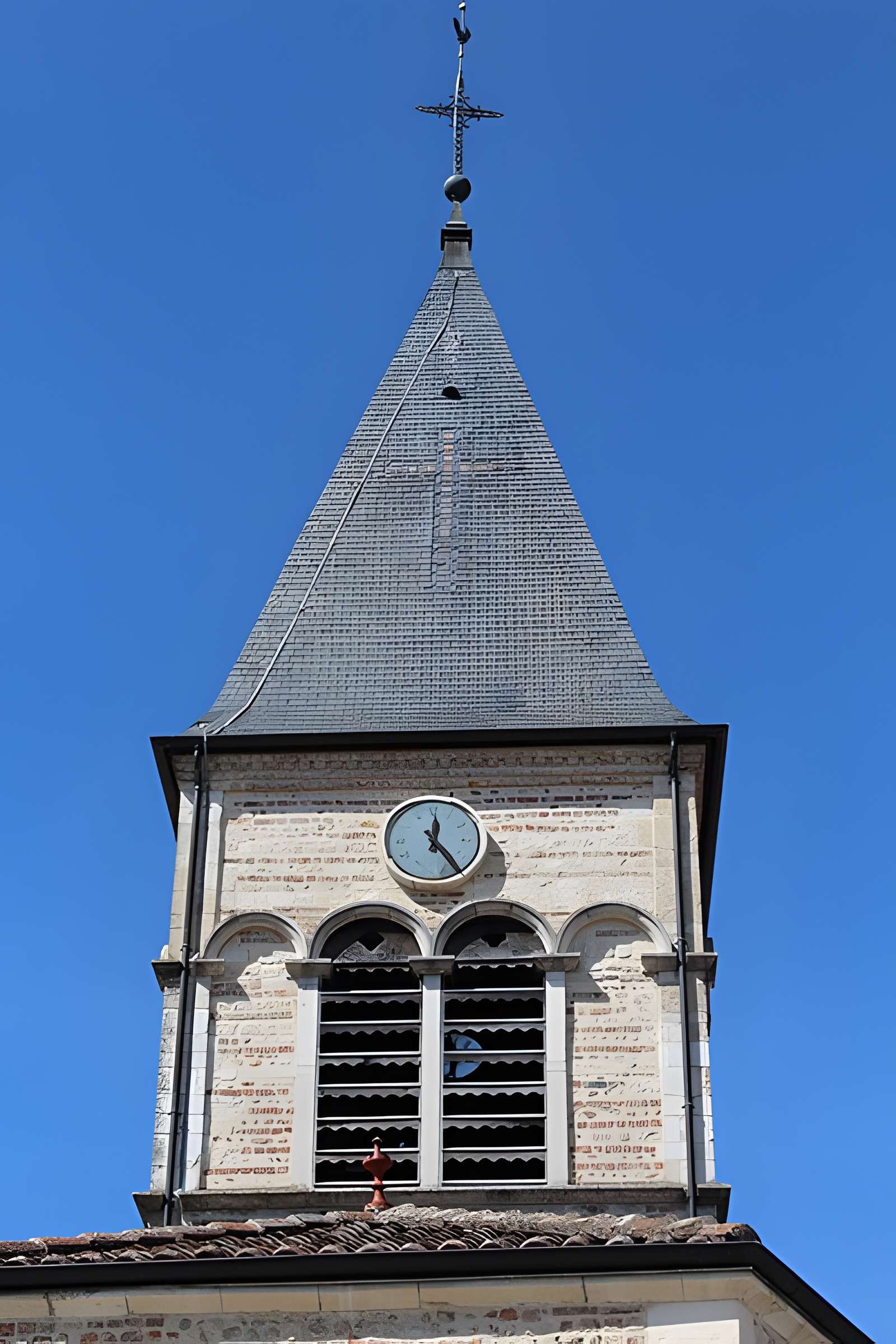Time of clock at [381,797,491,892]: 12:24
